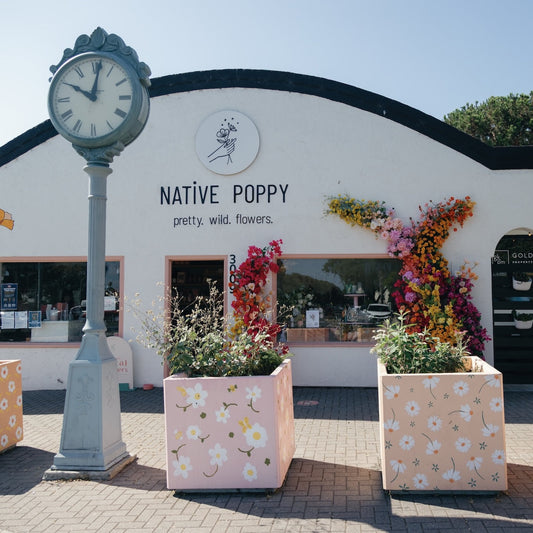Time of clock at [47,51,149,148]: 10:01
